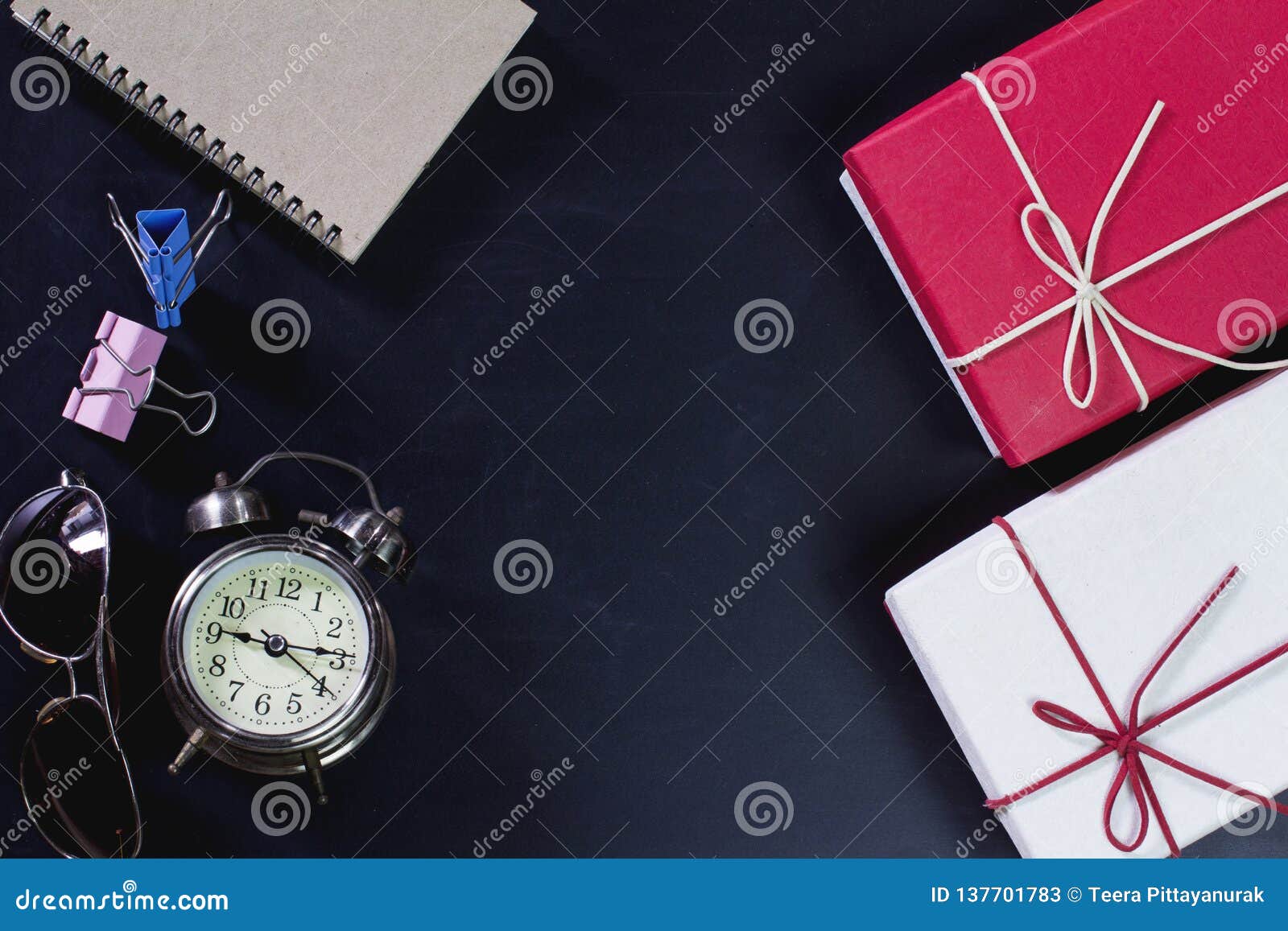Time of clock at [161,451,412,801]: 9:14
